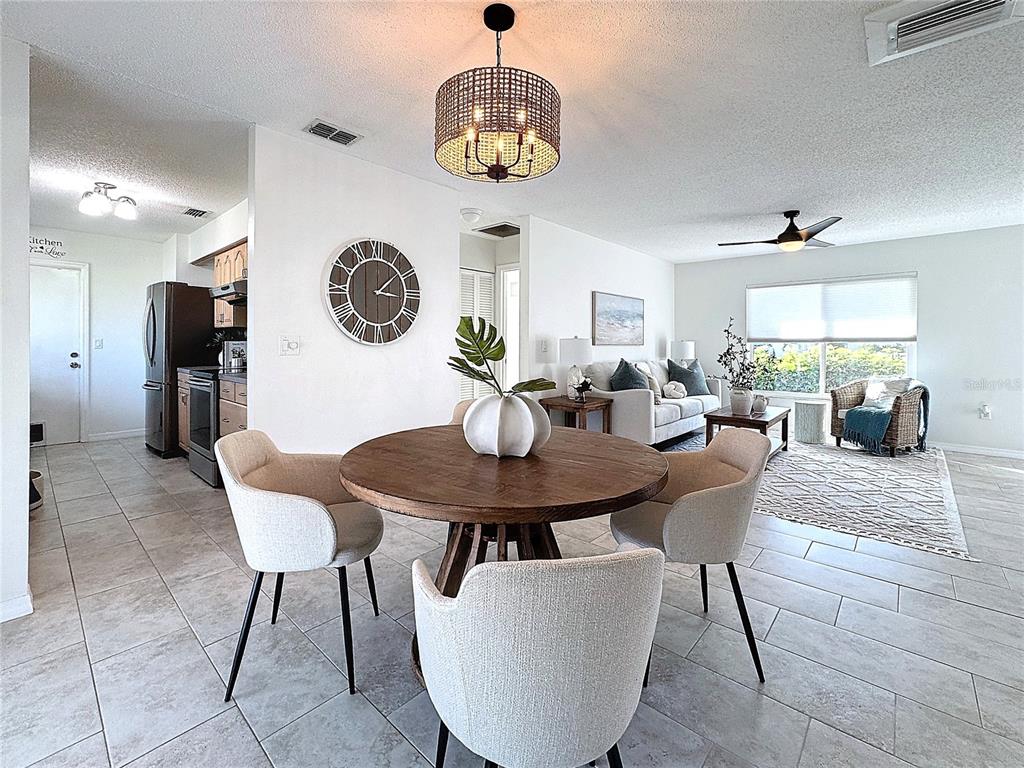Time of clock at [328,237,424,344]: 3:07
